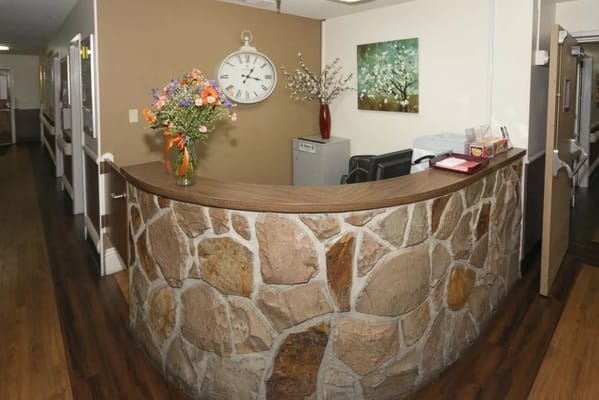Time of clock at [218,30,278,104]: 1:16
